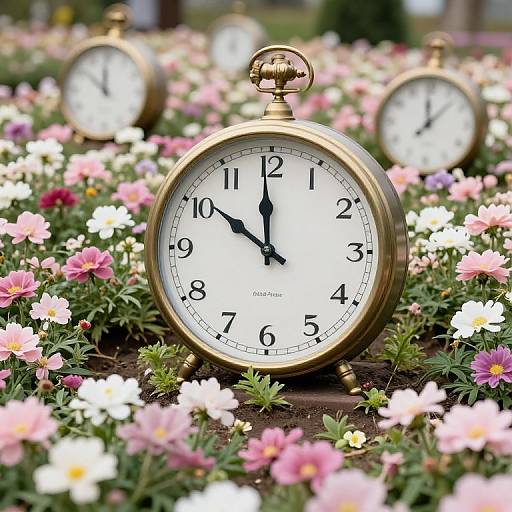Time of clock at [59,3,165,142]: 11:51
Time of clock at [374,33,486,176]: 12:07
